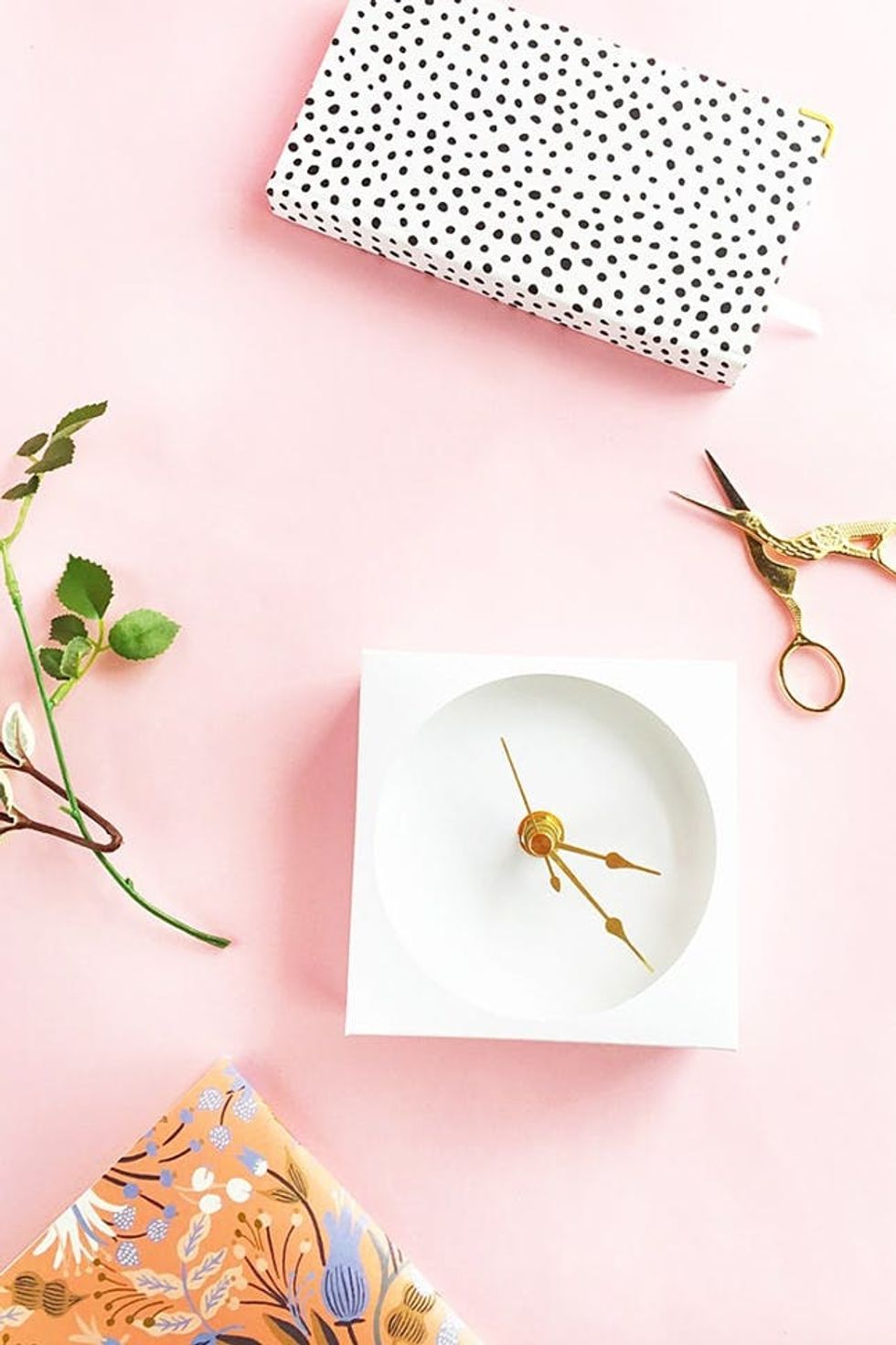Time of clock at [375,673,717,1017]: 3:22
